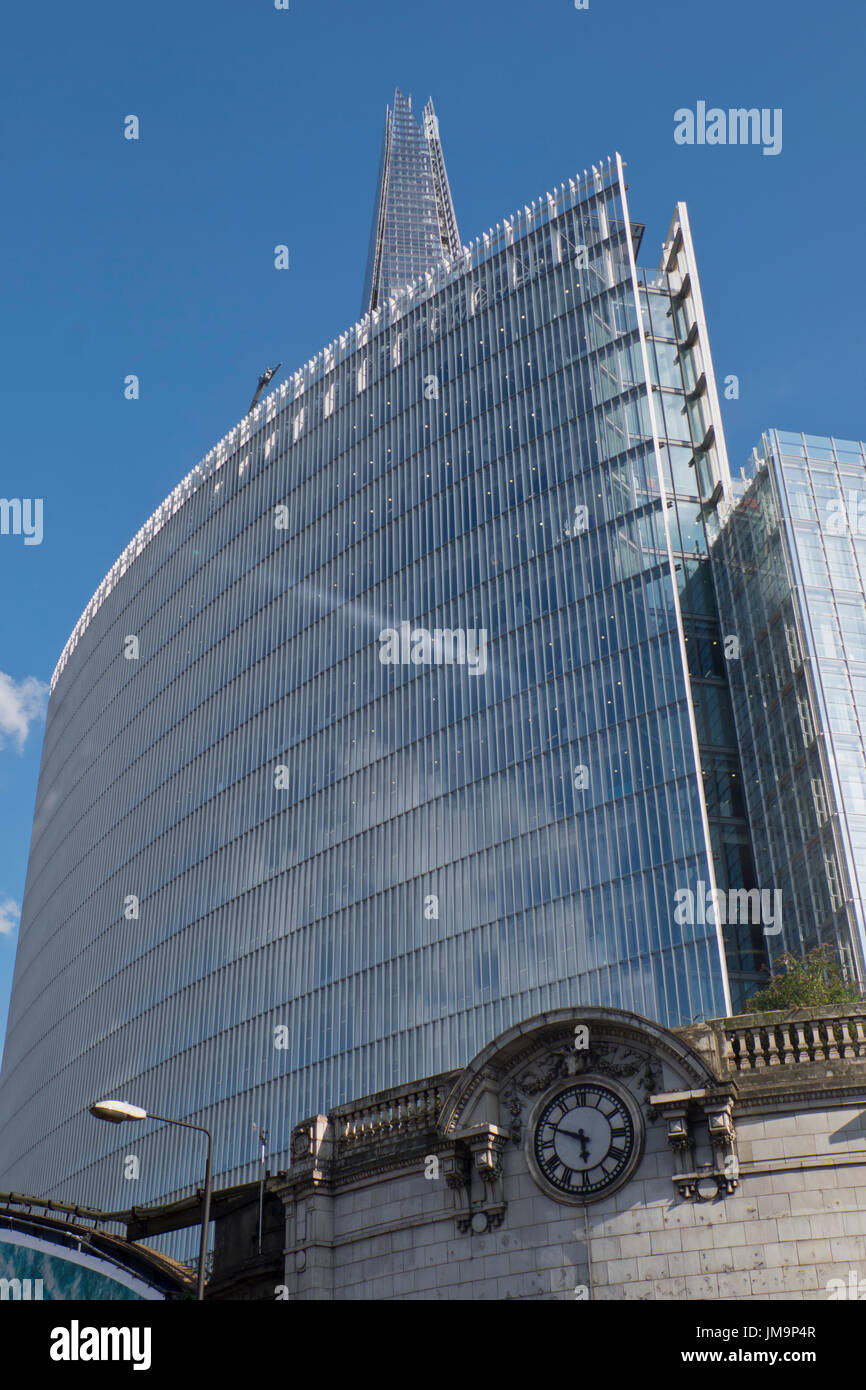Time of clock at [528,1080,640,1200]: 5:49
